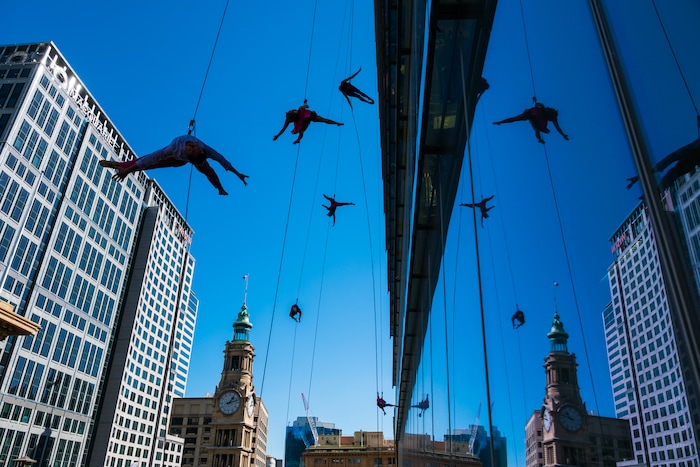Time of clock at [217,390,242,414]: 1:12
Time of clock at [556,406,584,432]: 10:48
